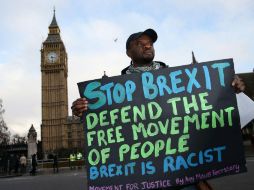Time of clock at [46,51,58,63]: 3:28
